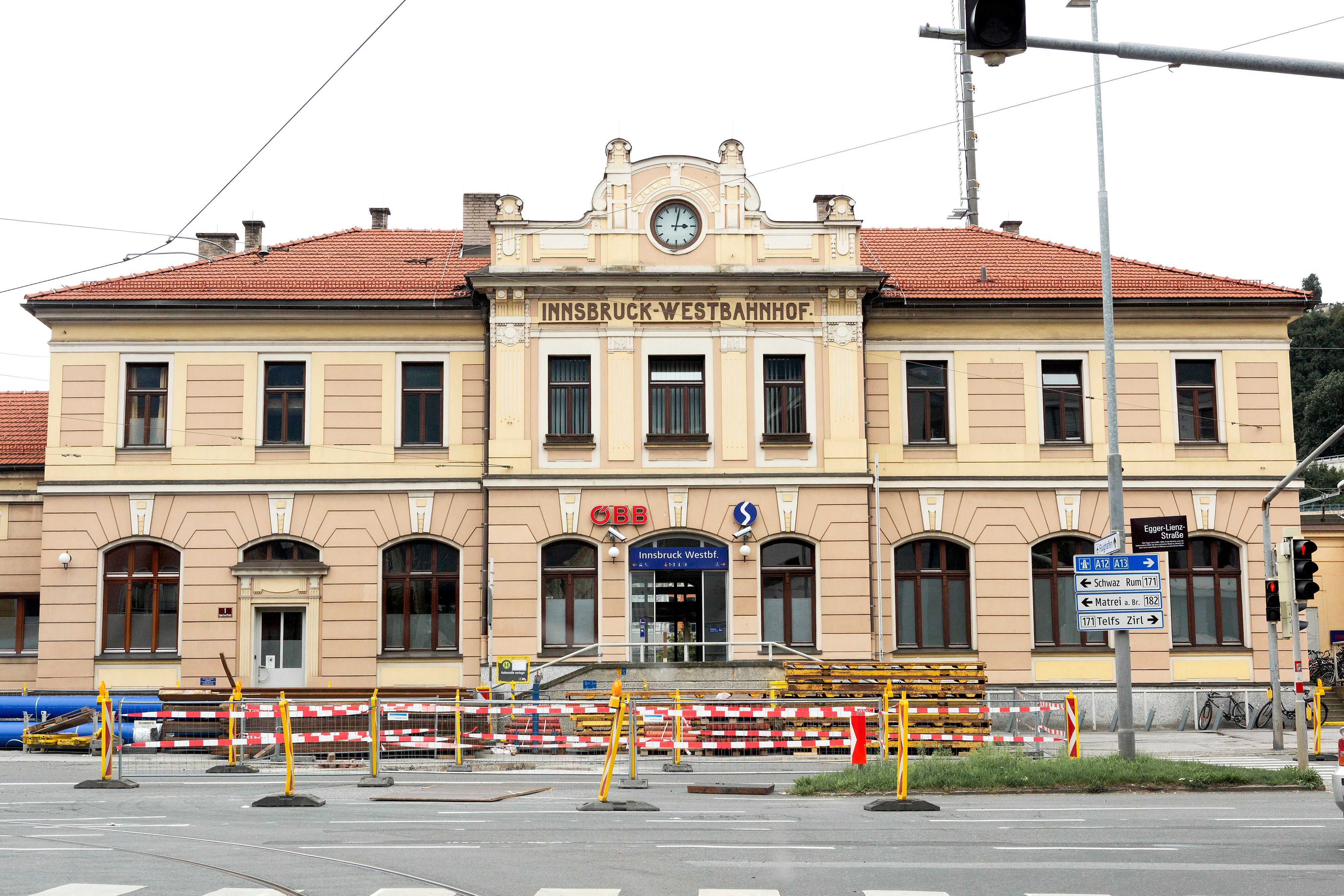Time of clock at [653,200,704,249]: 3:02
